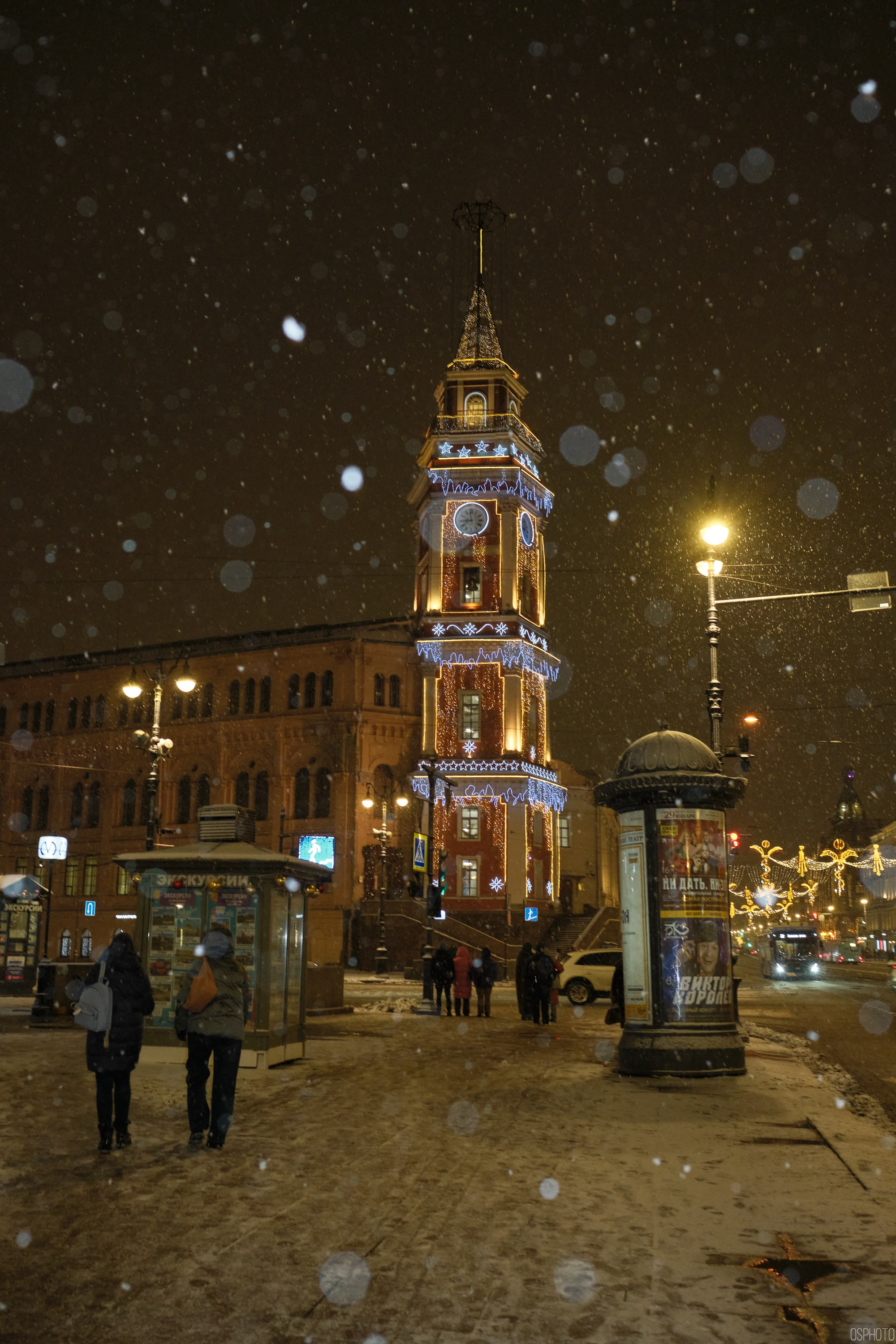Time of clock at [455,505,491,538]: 8:58
